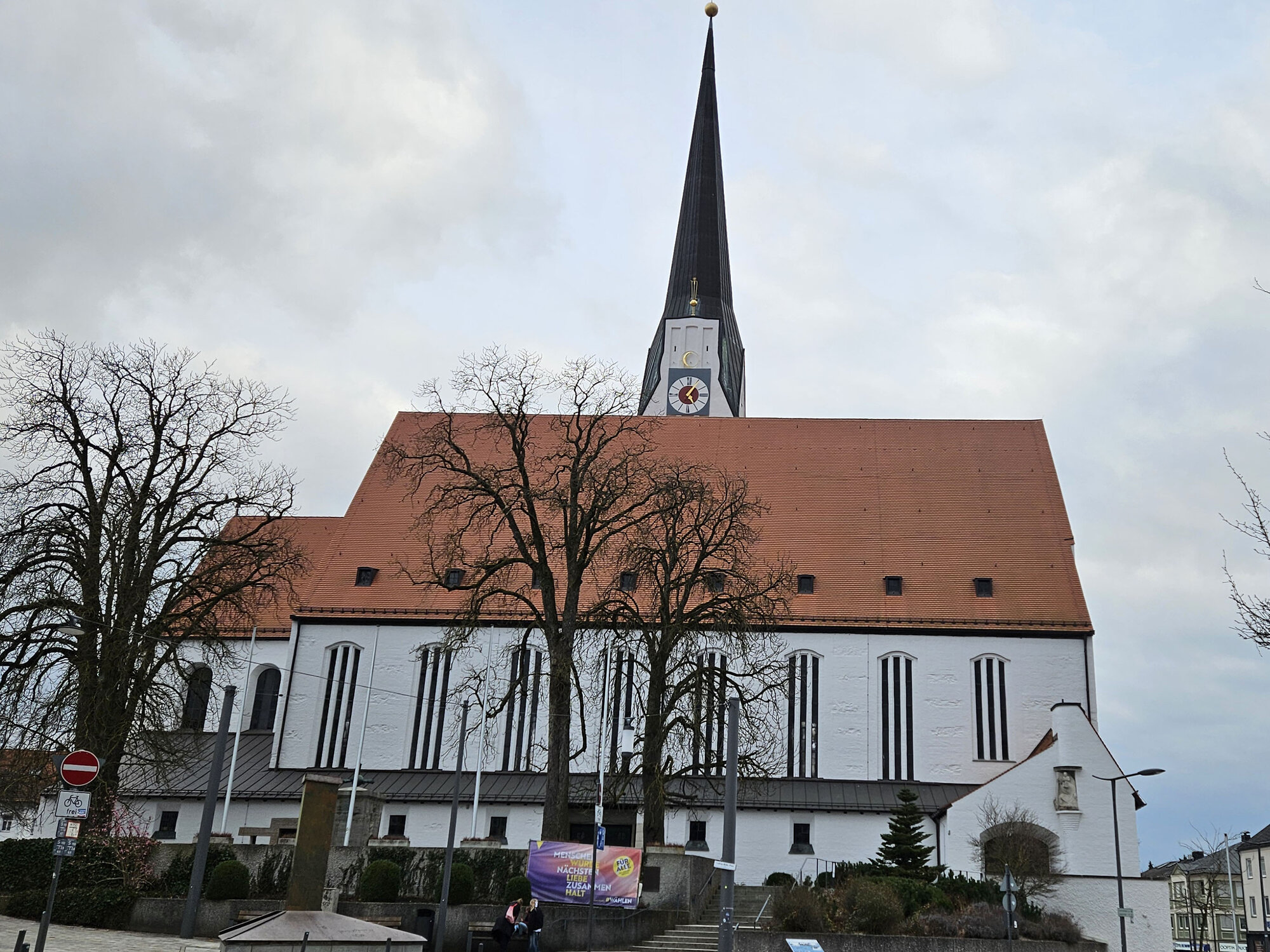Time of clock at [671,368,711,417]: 5:05
